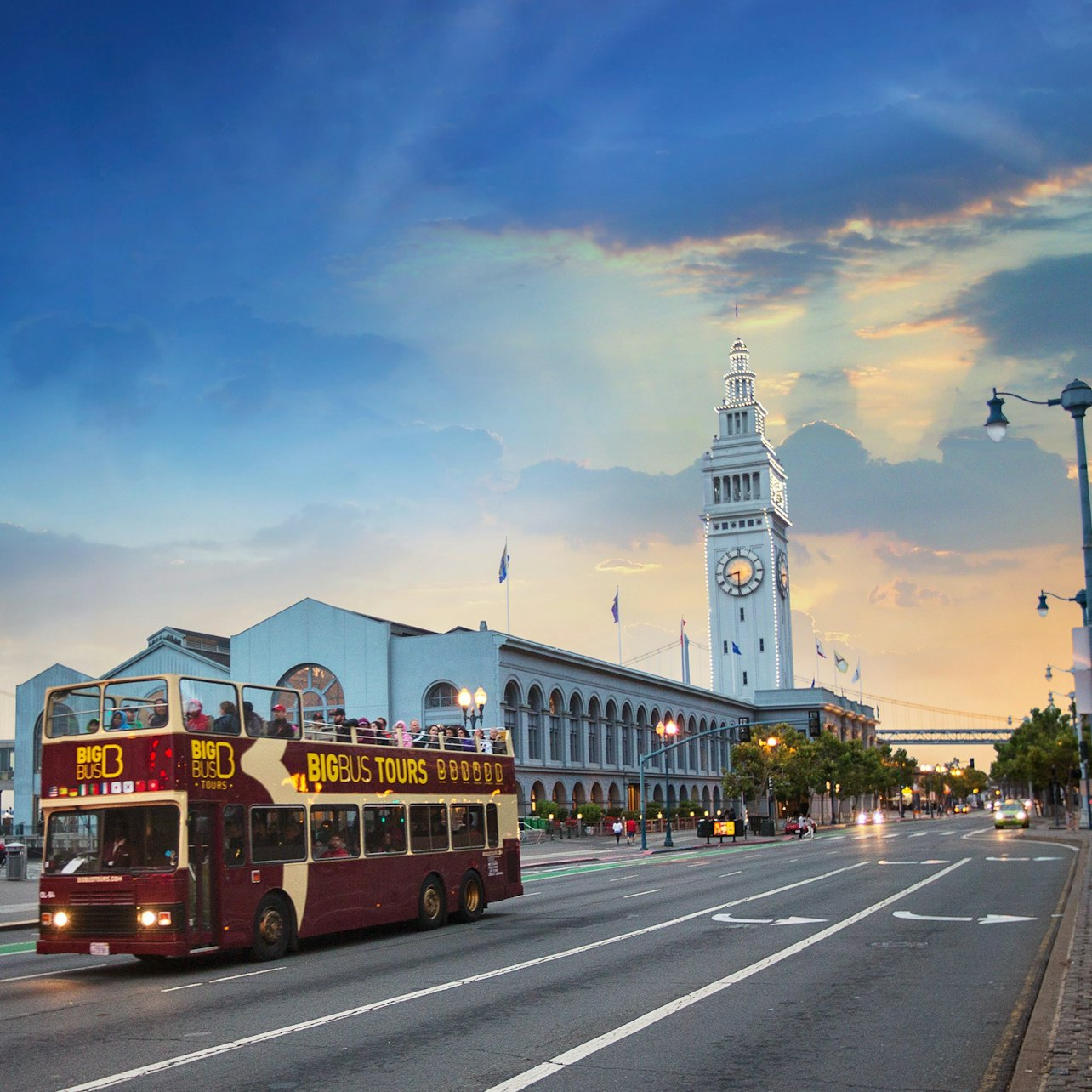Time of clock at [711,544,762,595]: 8:30
